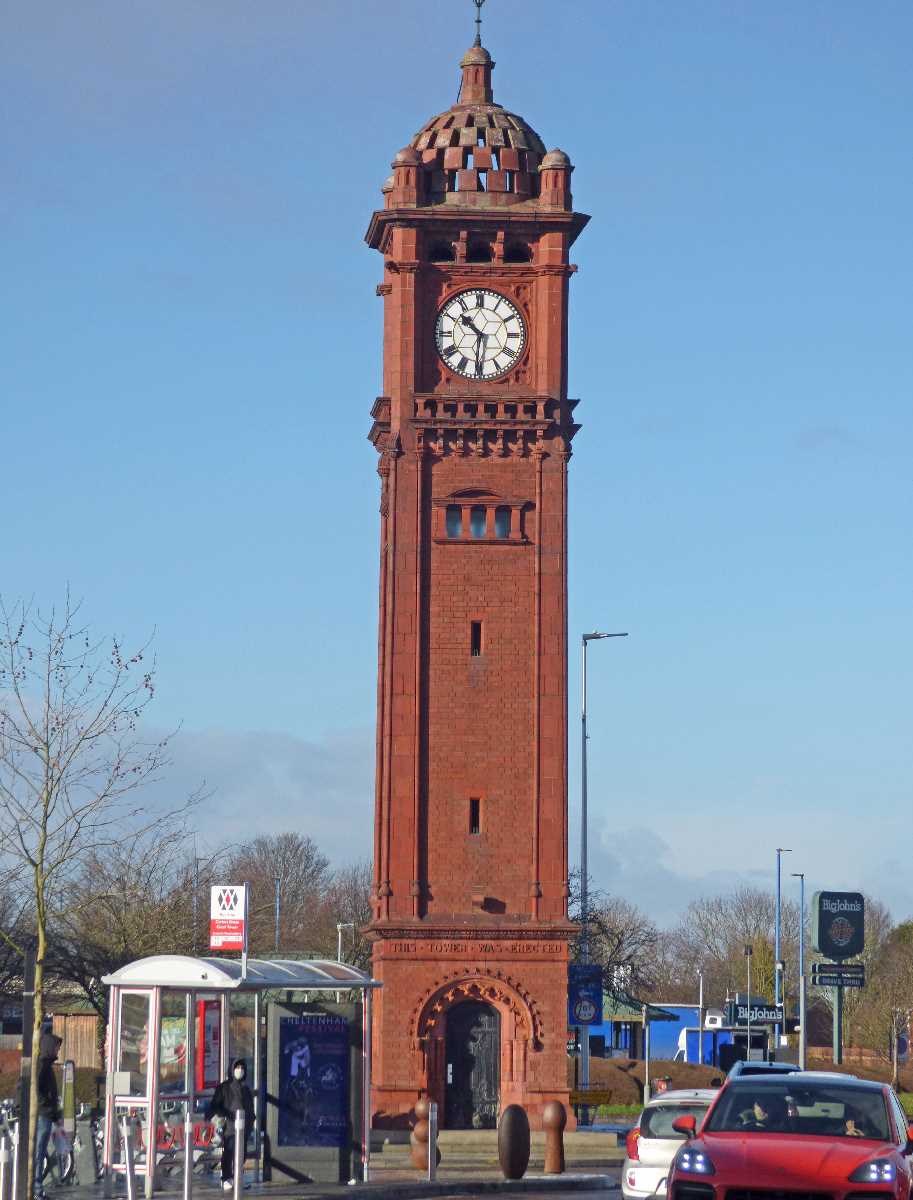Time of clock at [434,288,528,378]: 10:30
